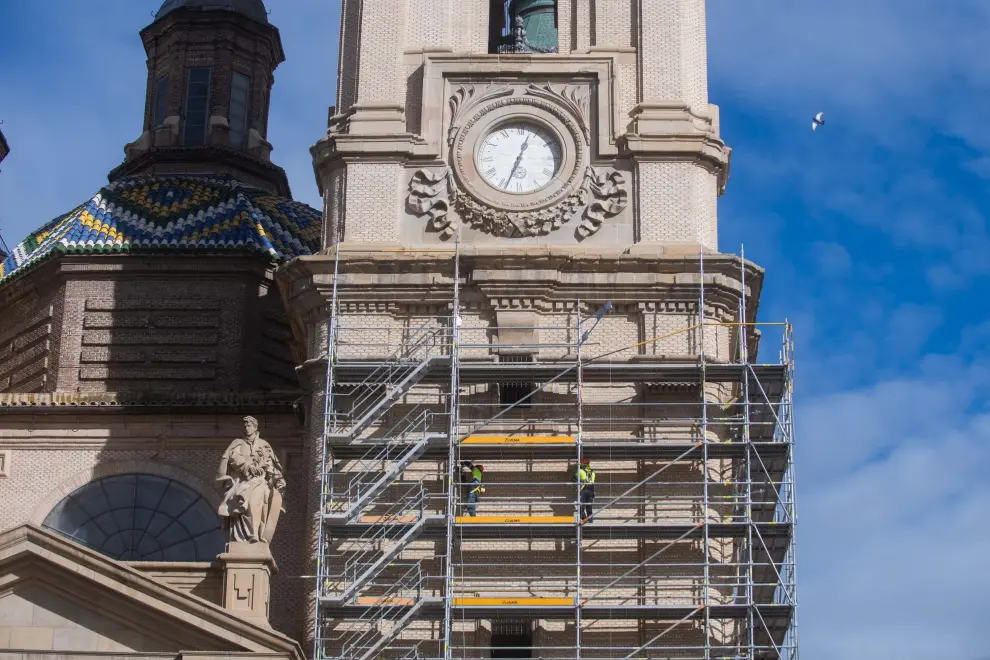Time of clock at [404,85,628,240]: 12:33
